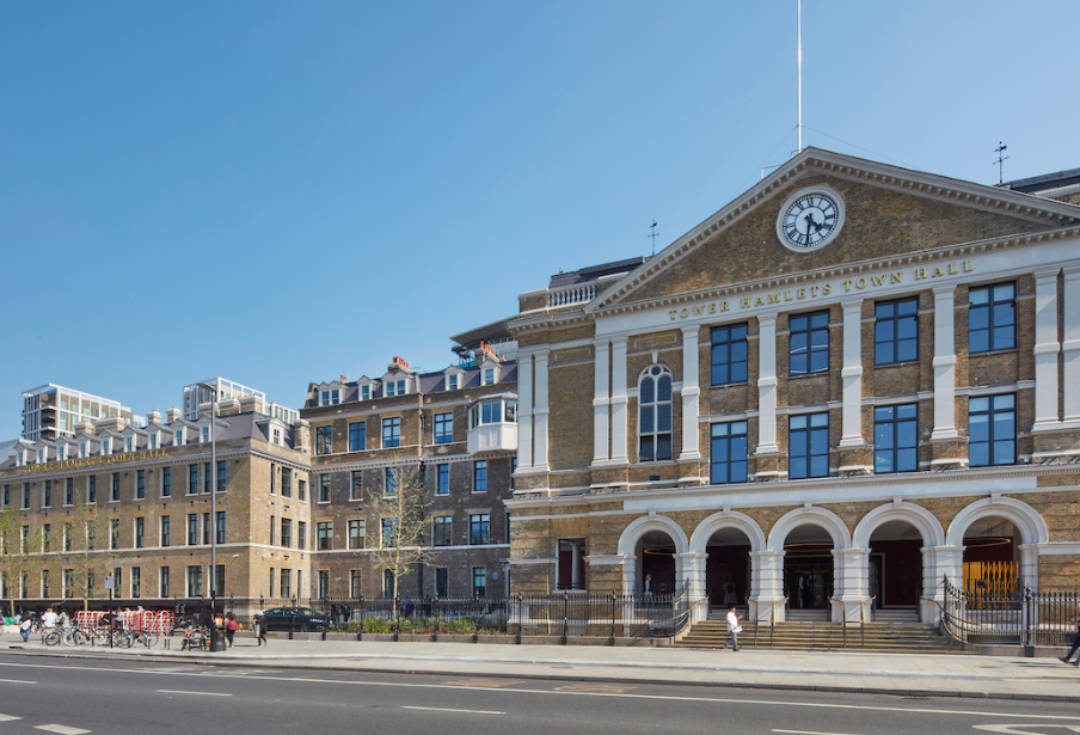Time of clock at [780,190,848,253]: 4:31
